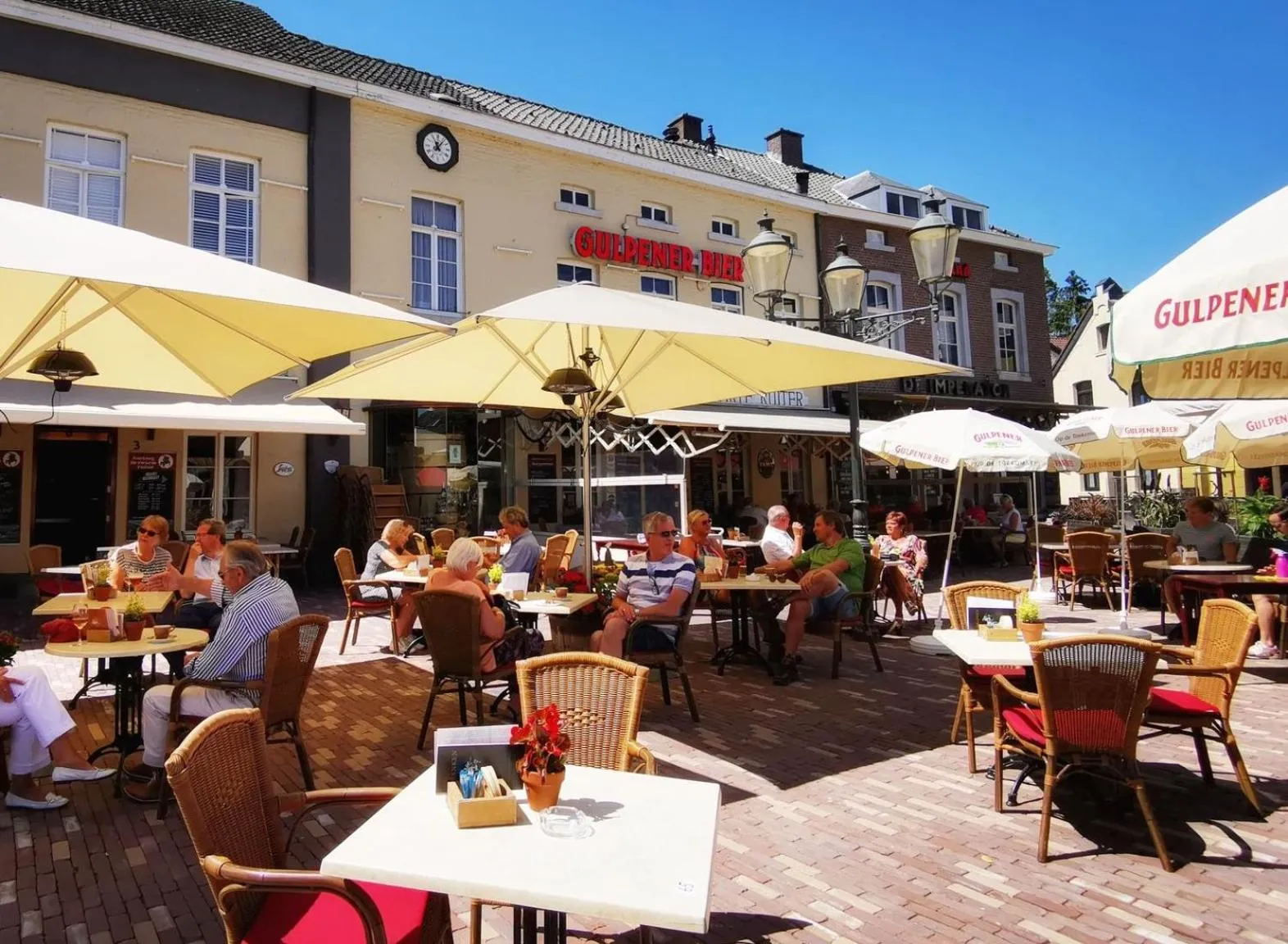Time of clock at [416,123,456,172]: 11:06
